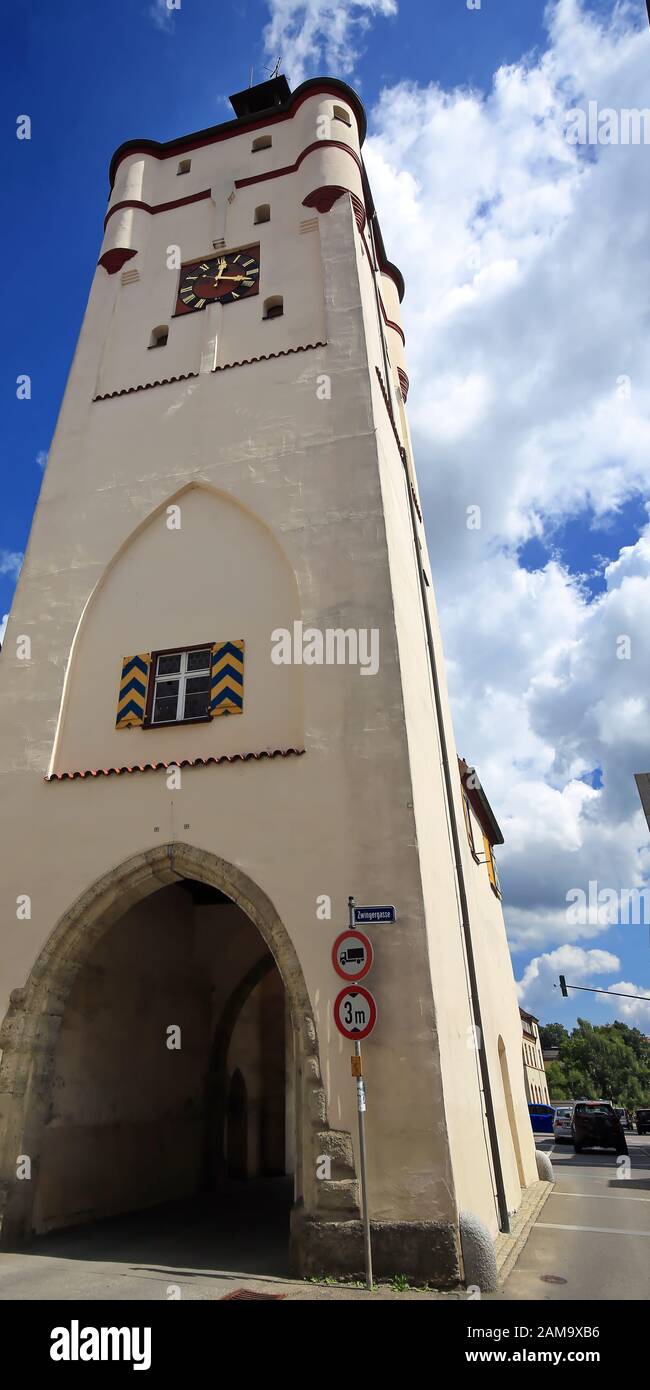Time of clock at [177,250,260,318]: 12:18
